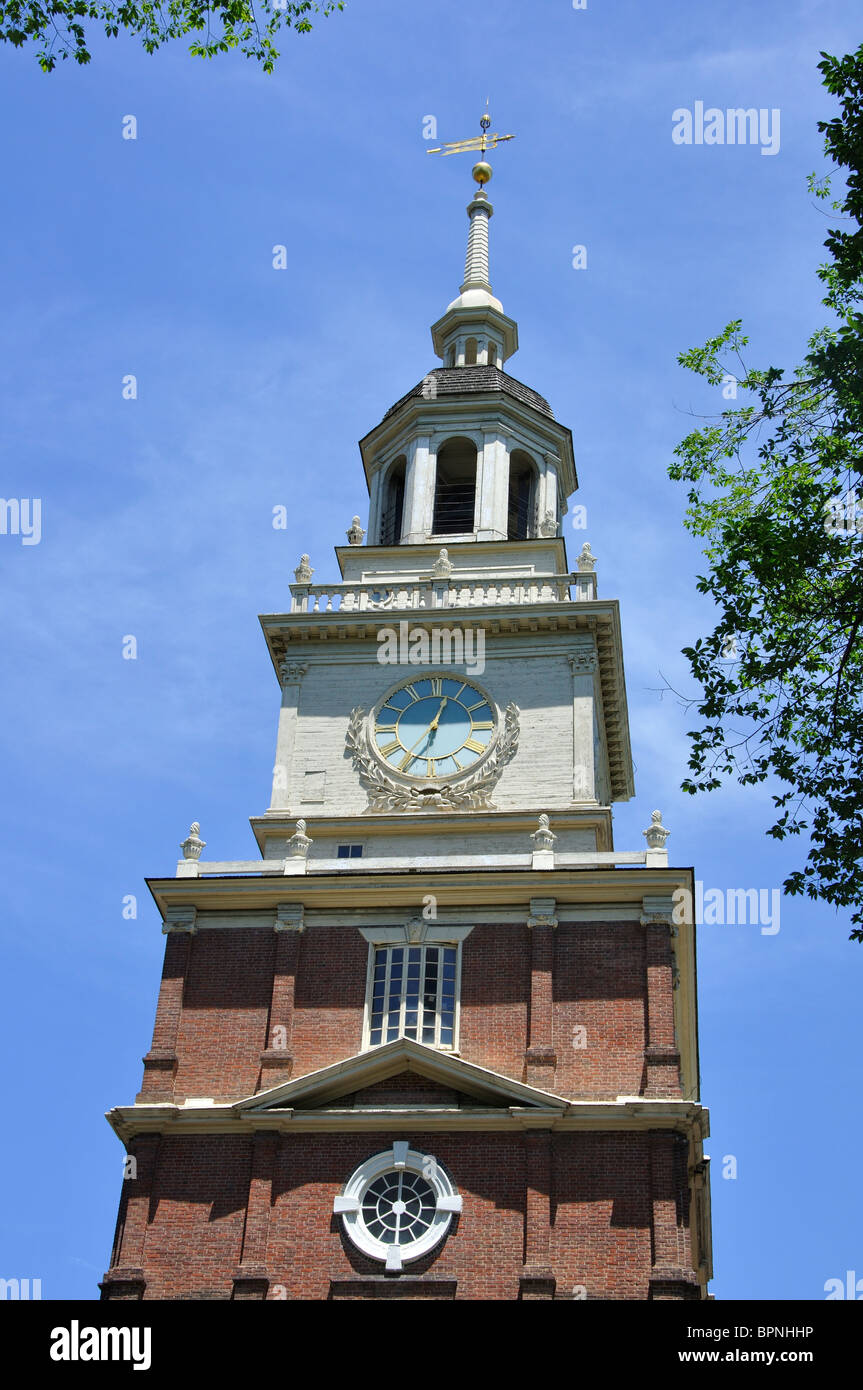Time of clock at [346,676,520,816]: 12:34
